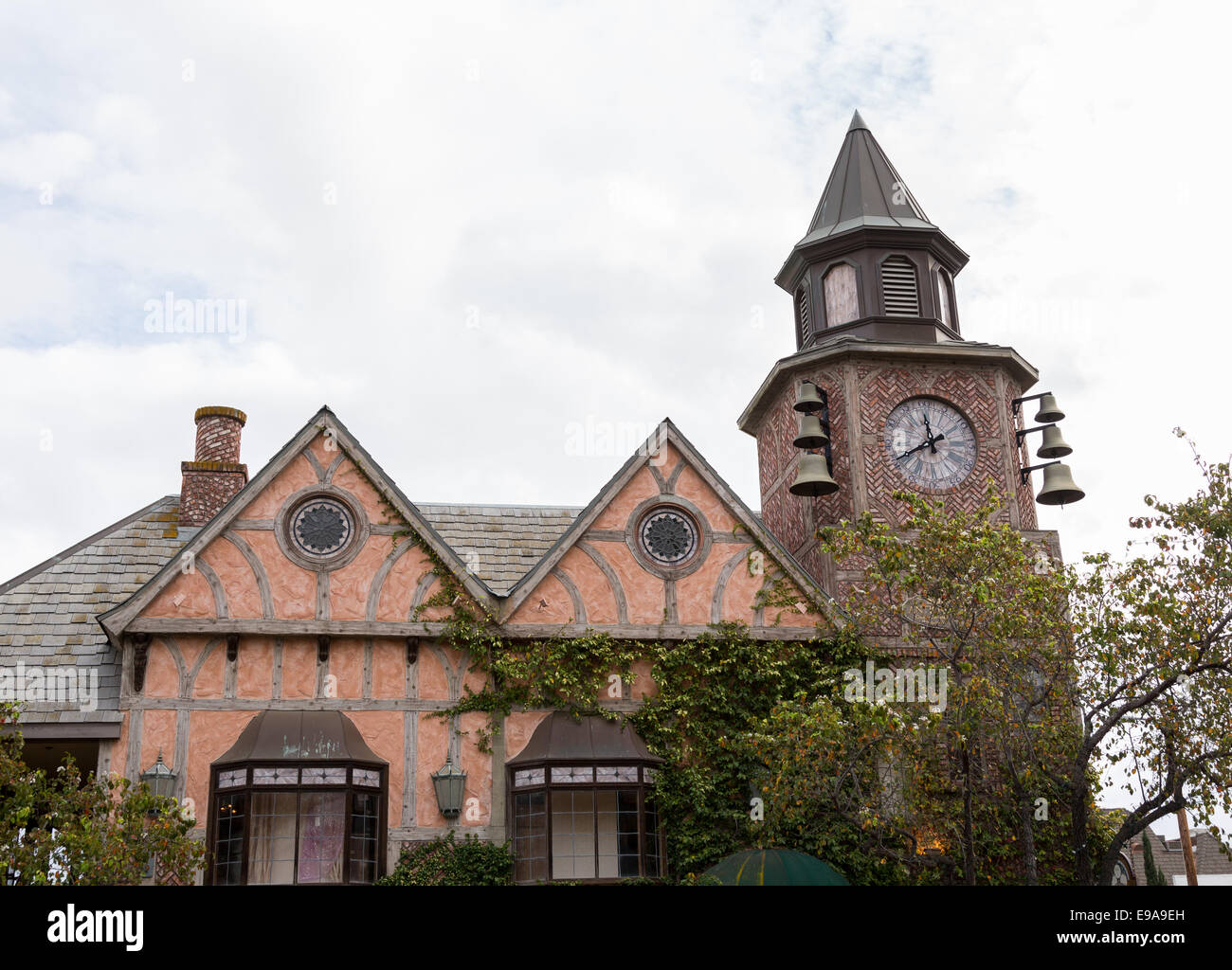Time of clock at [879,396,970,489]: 11:40
